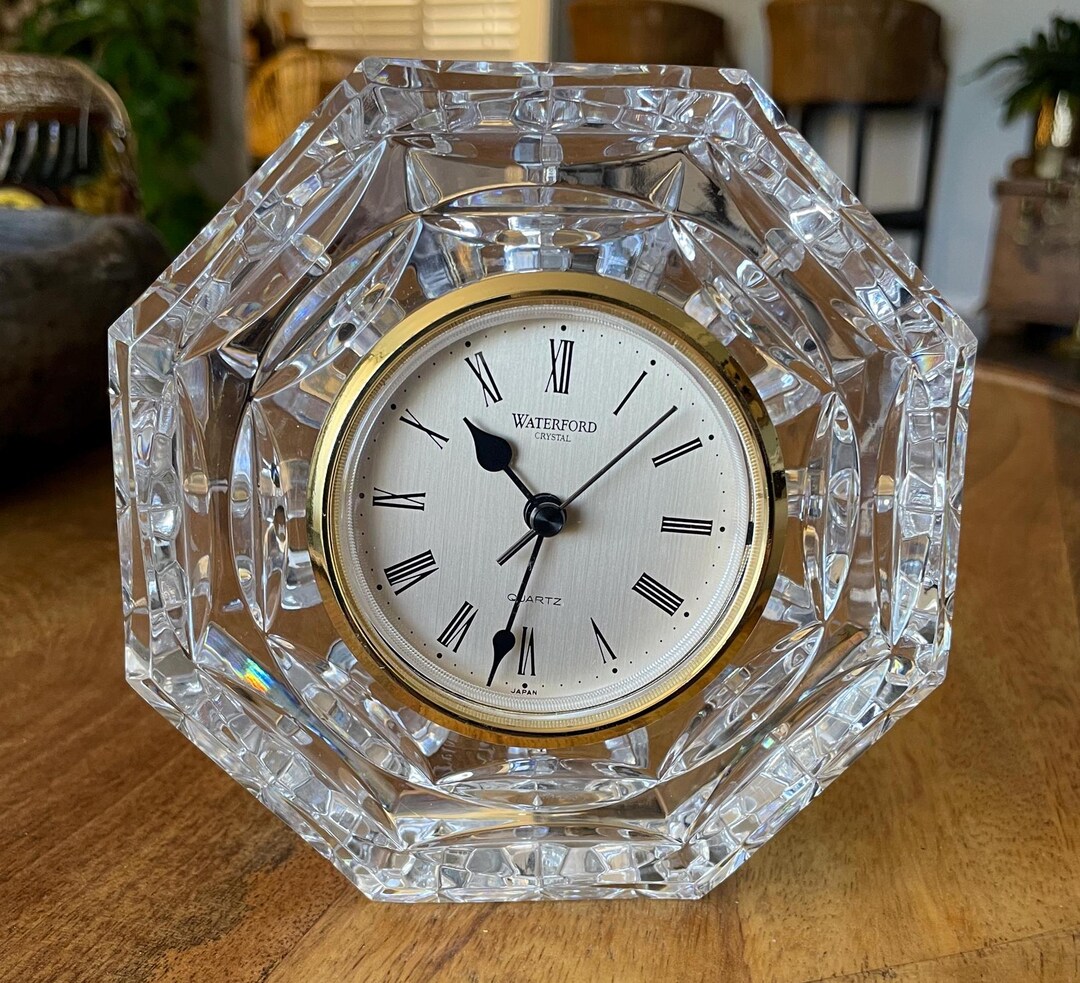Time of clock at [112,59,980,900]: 10:32
